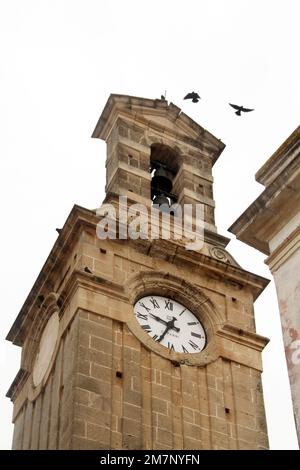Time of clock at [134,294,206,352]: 9:34
